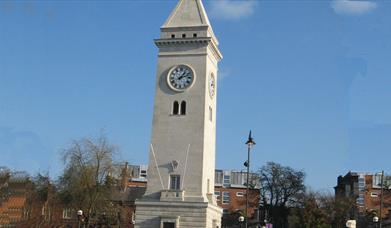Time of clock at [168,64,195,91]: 1:11
